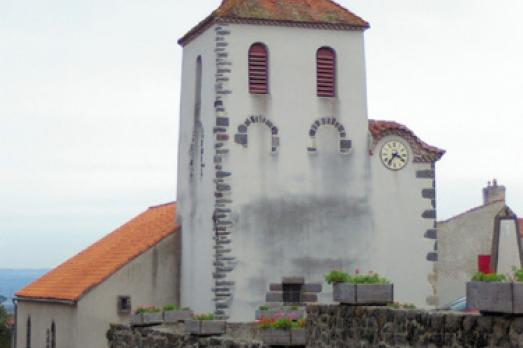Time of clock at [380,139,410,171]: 3:36
